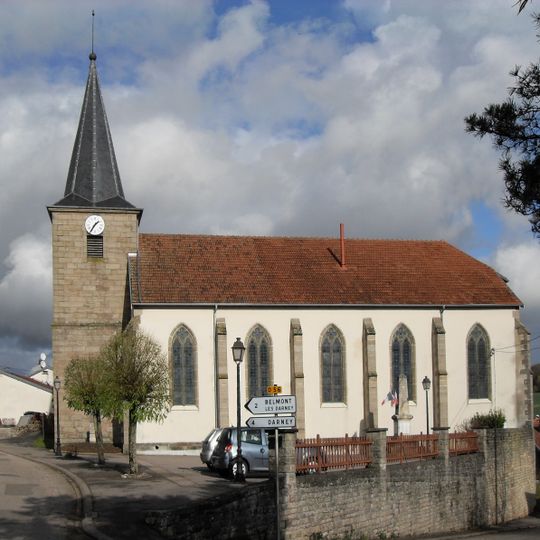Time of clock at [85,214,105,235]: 1:35
